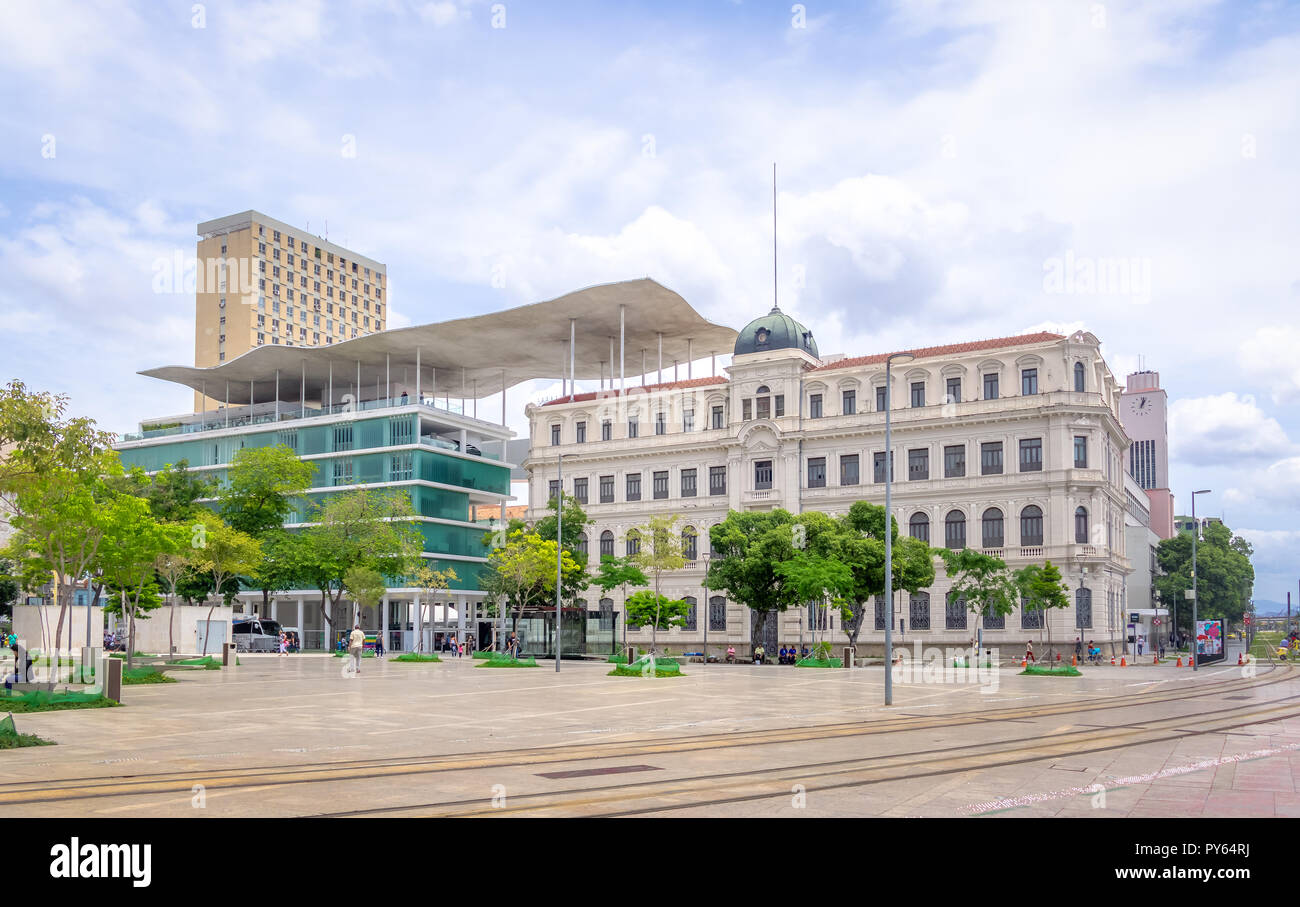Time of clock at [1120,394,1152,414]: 1:02
